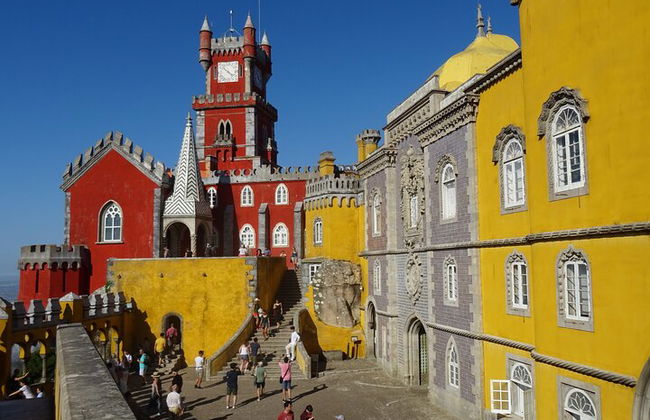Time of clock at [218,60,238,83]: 4:22
